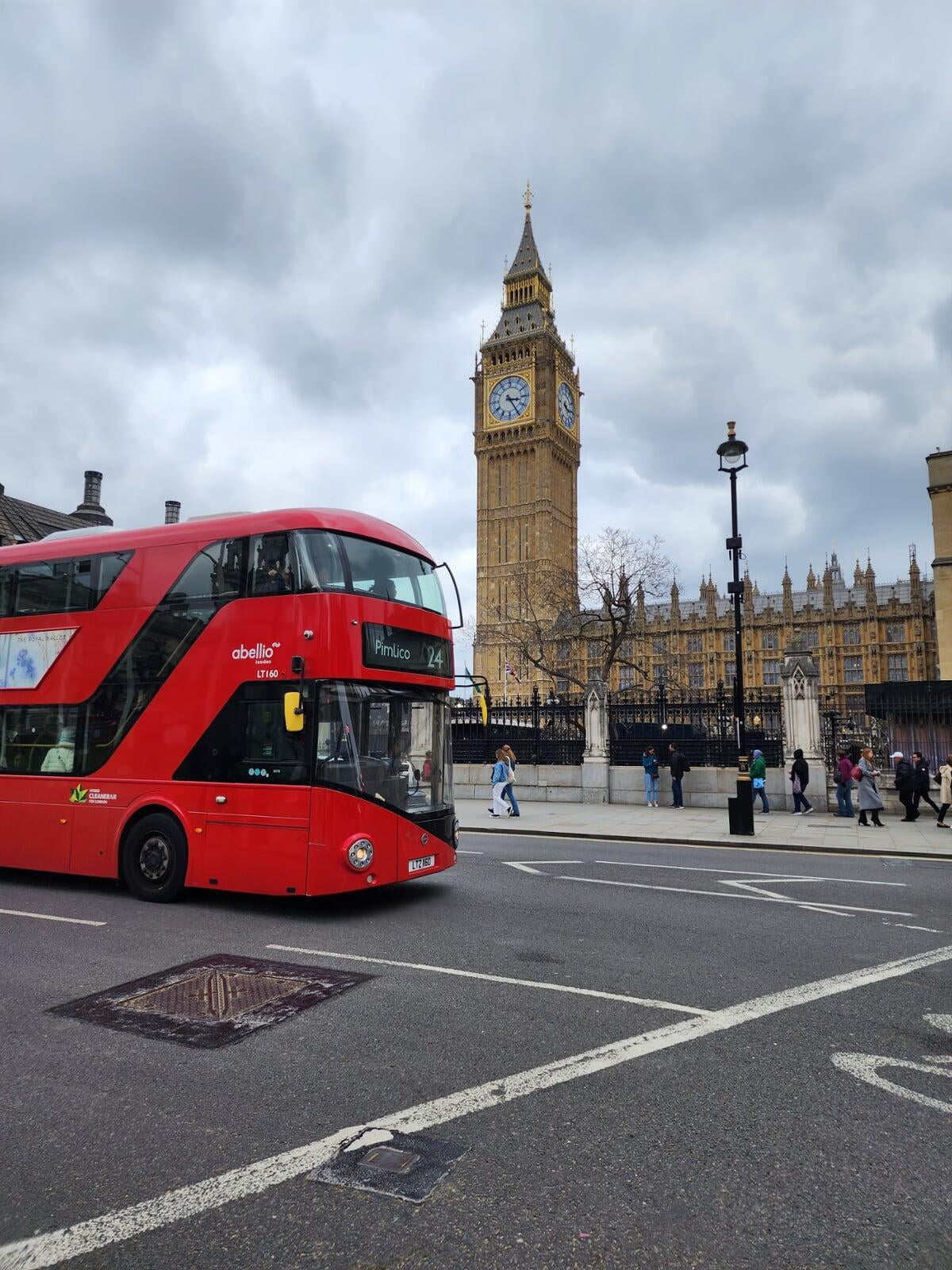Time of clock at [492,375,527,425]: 3:24
